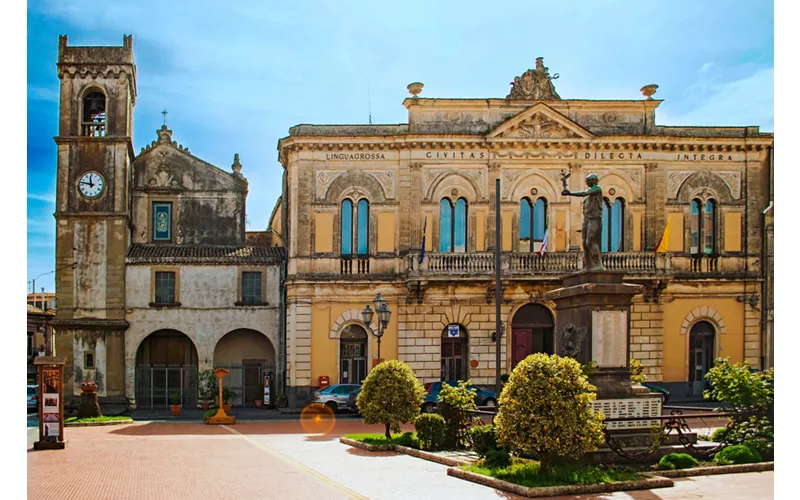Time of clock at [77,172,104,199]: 11:46
